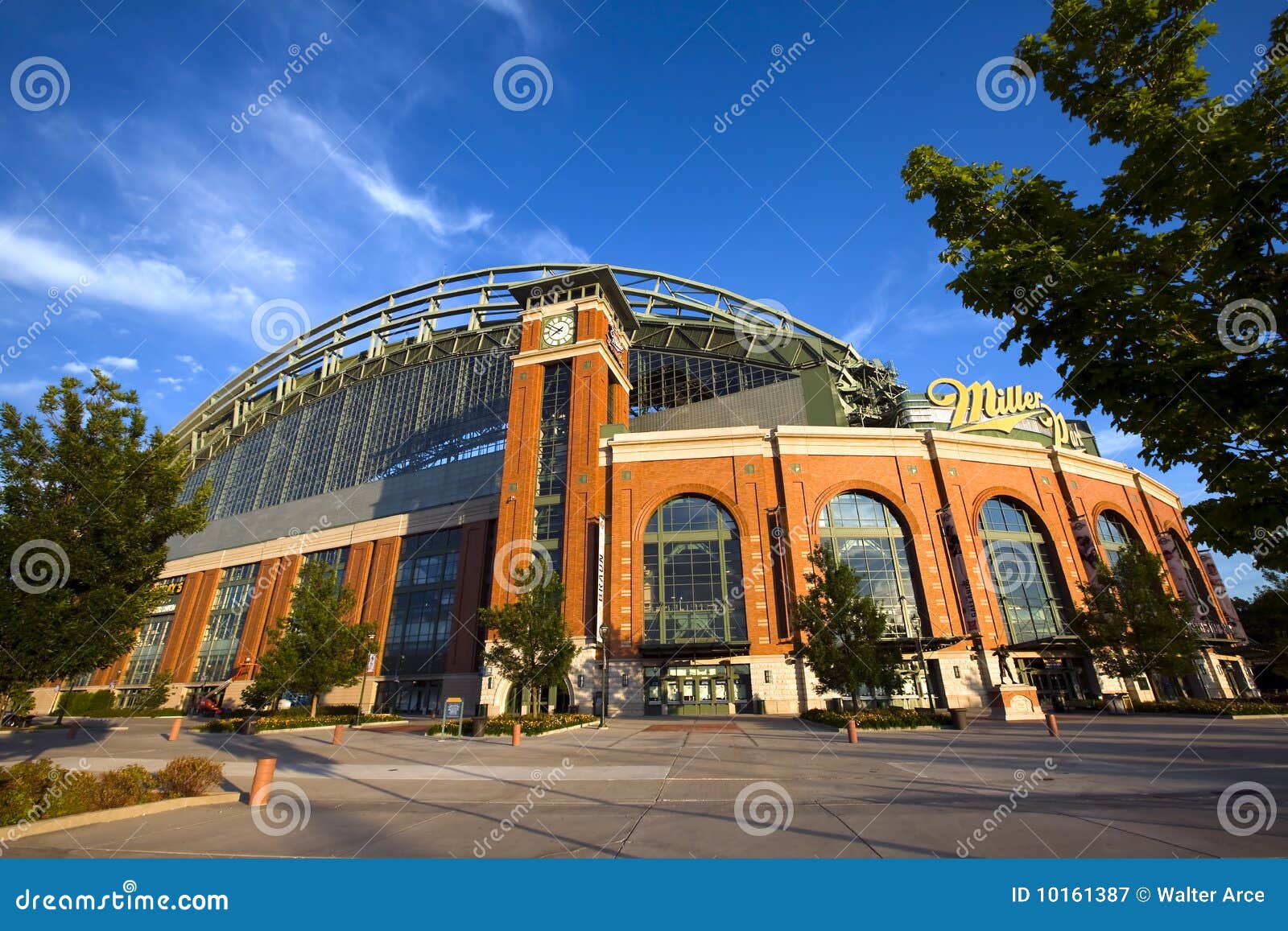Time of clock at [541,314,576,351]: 7:50
